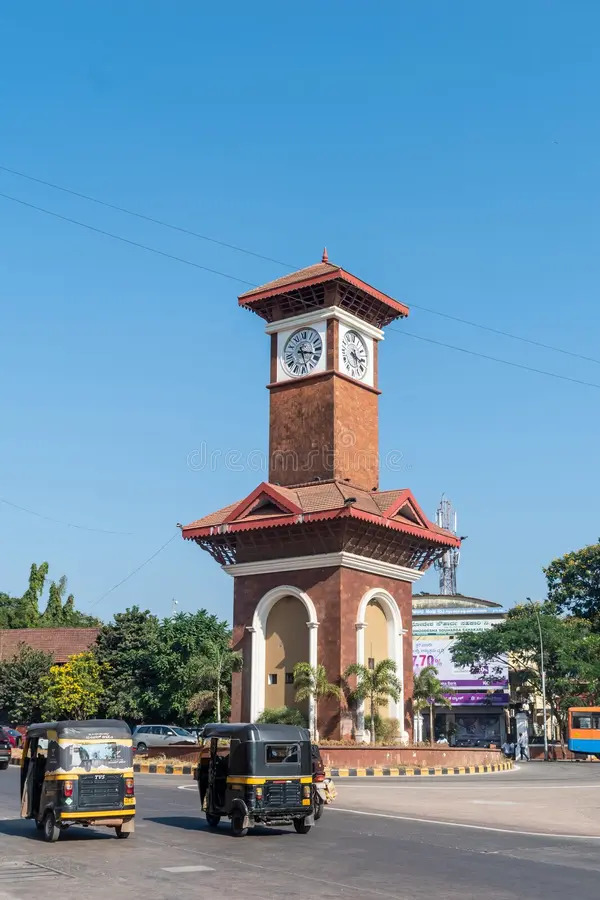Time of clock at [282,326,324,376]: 3:27
